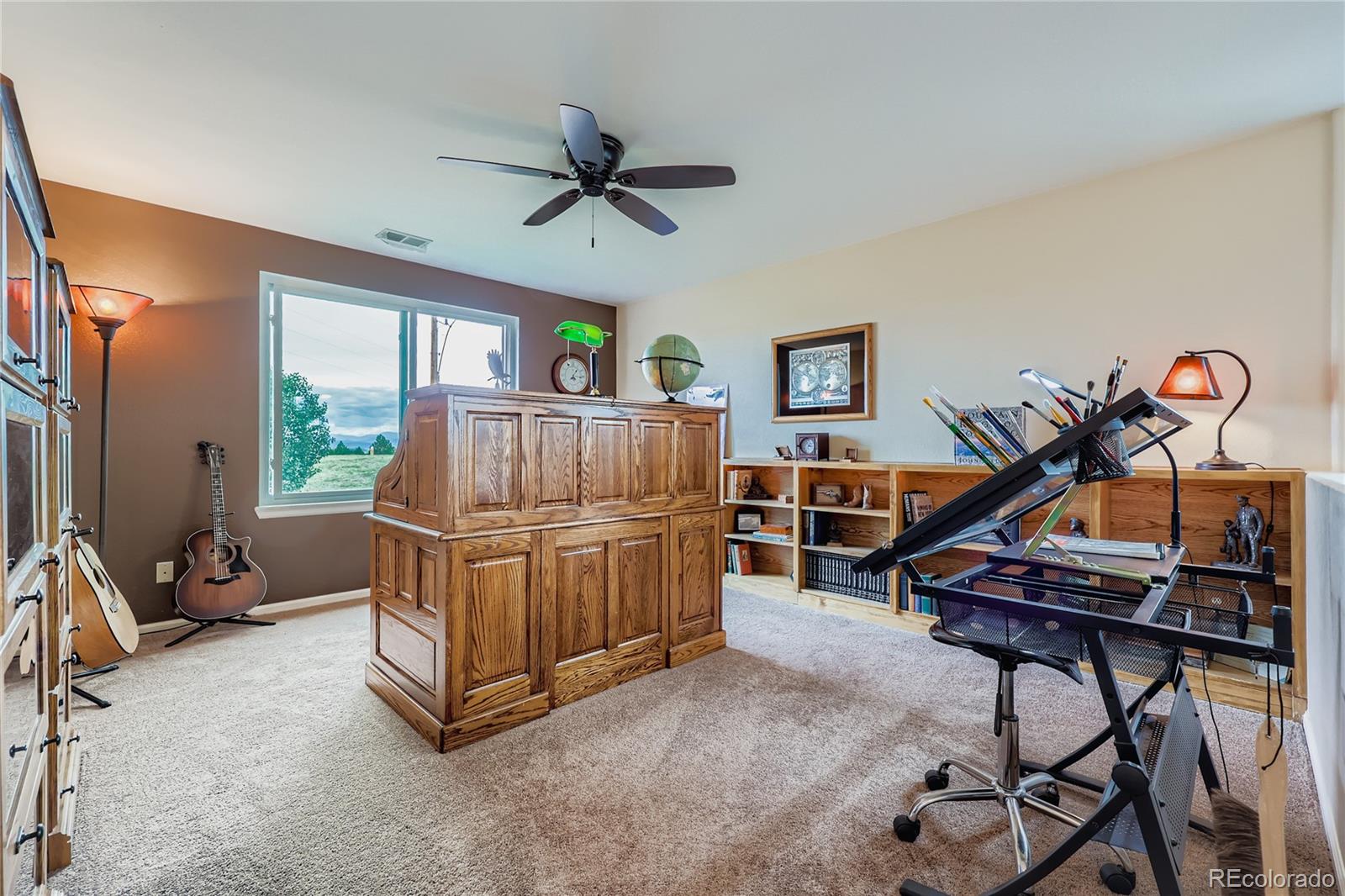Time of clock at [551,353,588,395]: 1:16
